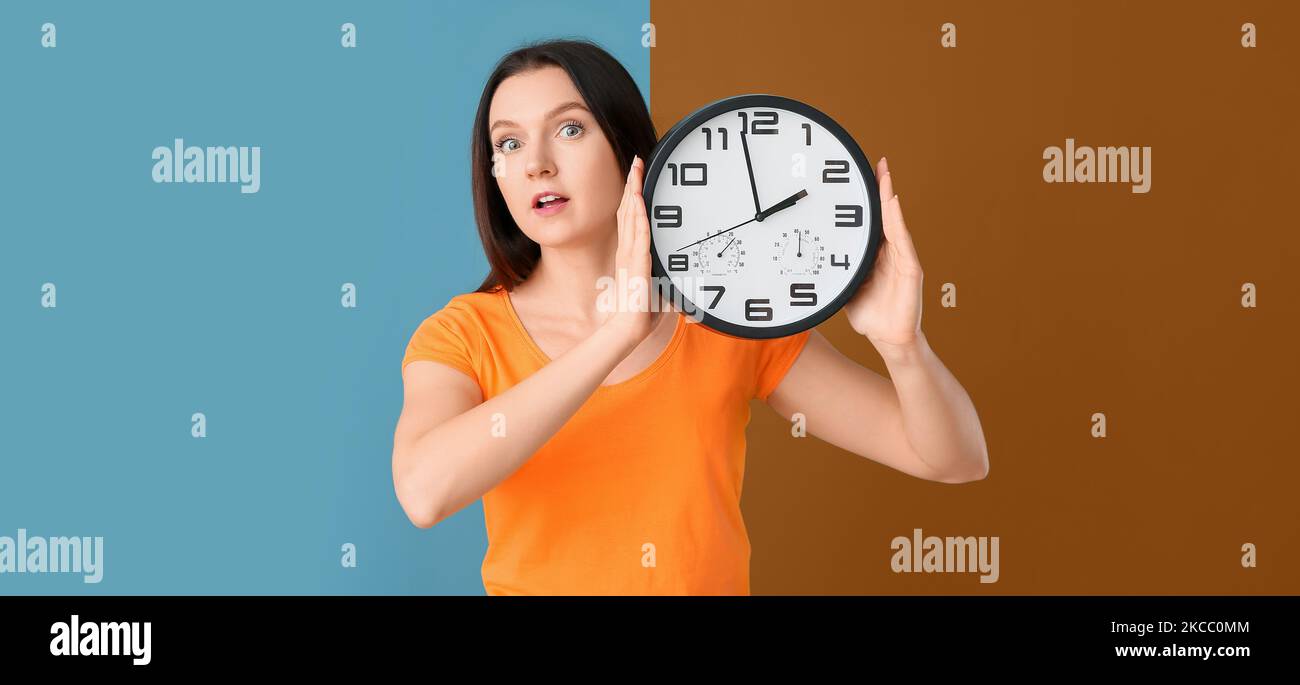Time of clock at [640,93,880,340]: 1:57
